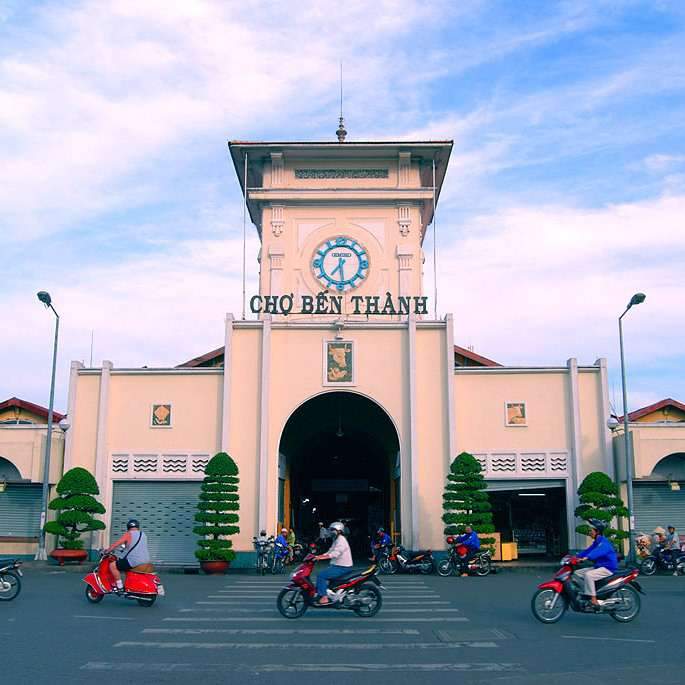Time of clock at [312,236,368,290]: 7:28
